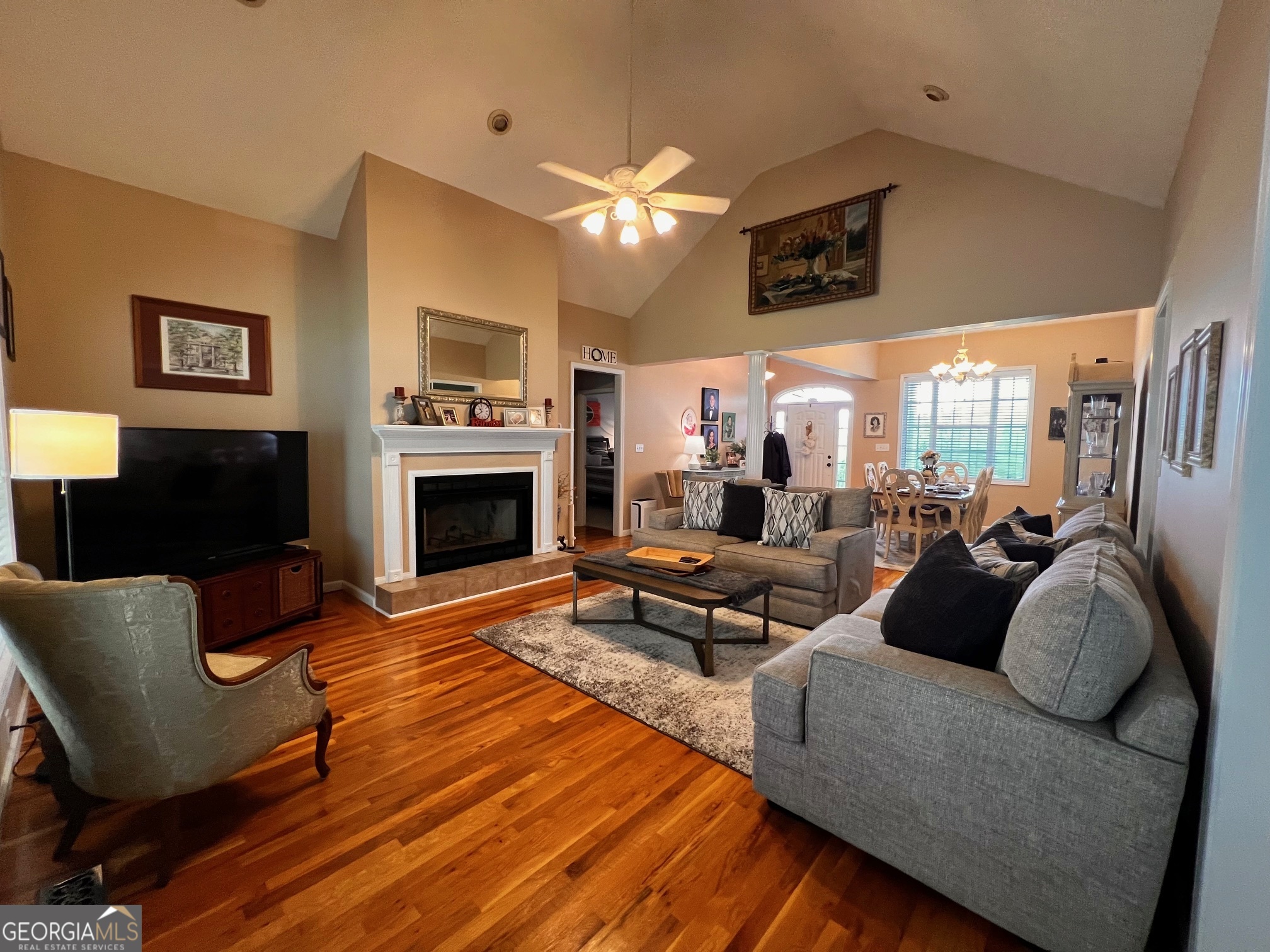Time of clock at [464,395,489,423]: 10:40
